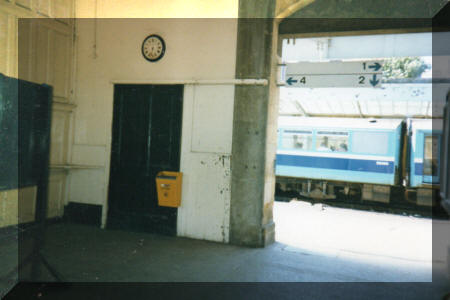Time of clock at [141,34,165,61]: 6:32
